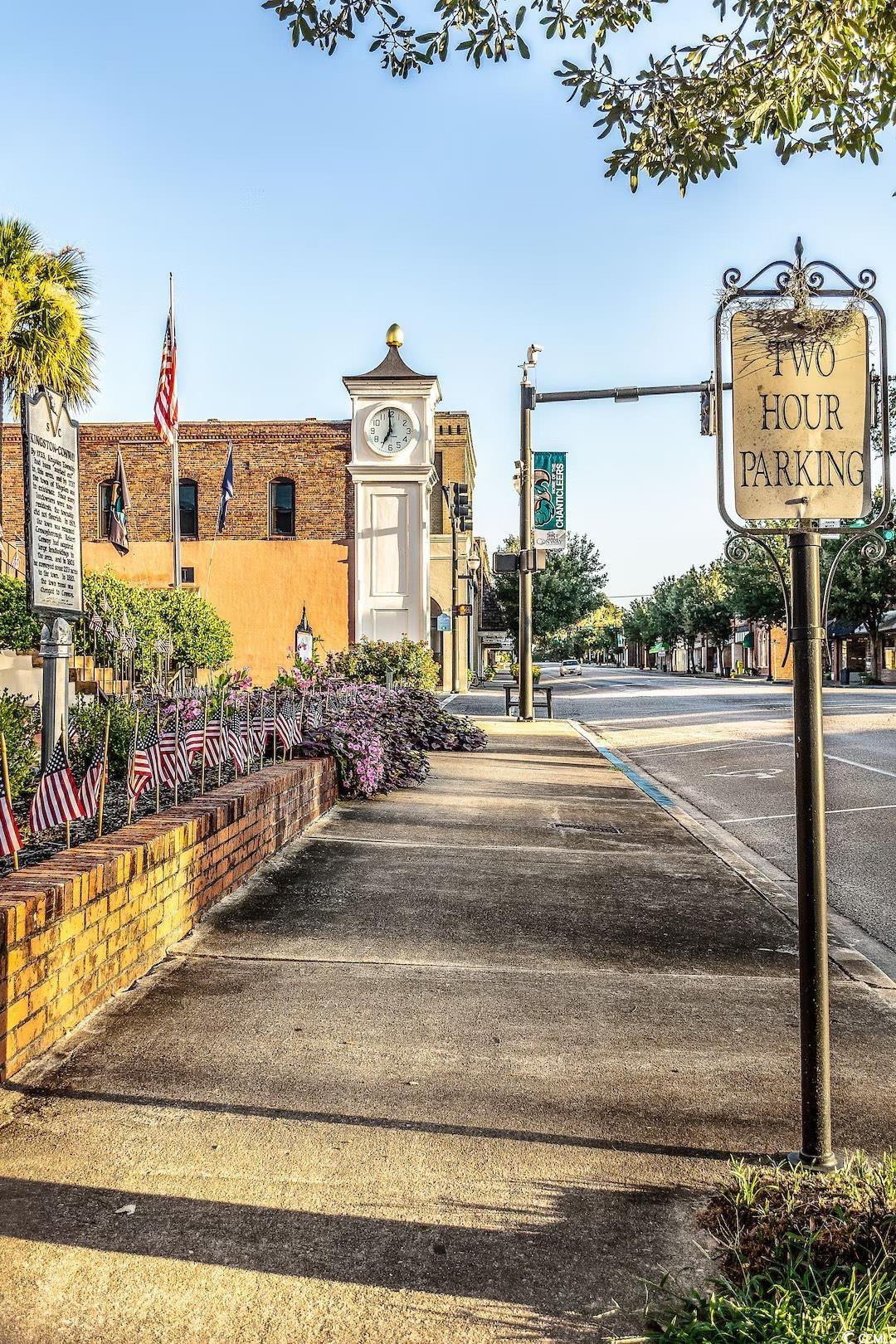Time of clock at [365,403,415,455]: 6:59
